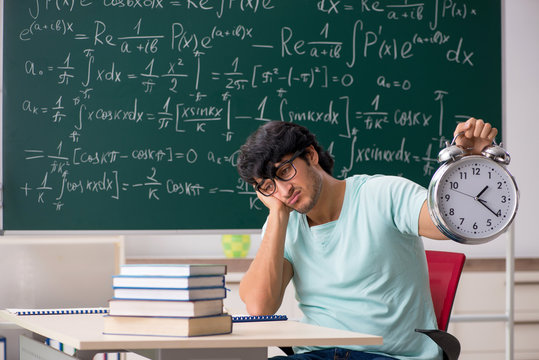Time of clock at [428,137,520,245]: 1:21
